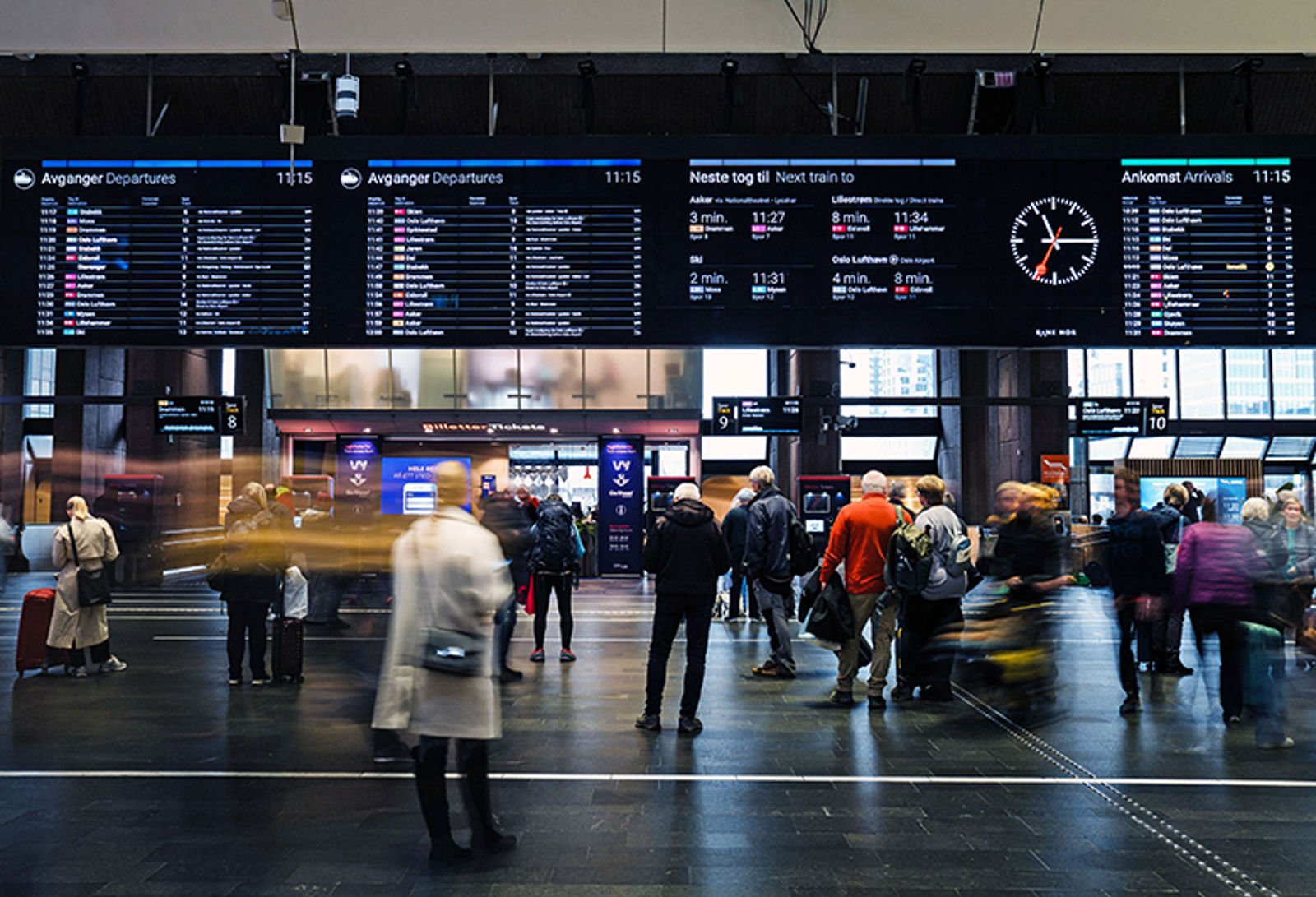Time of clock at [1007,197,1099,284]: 11:15
